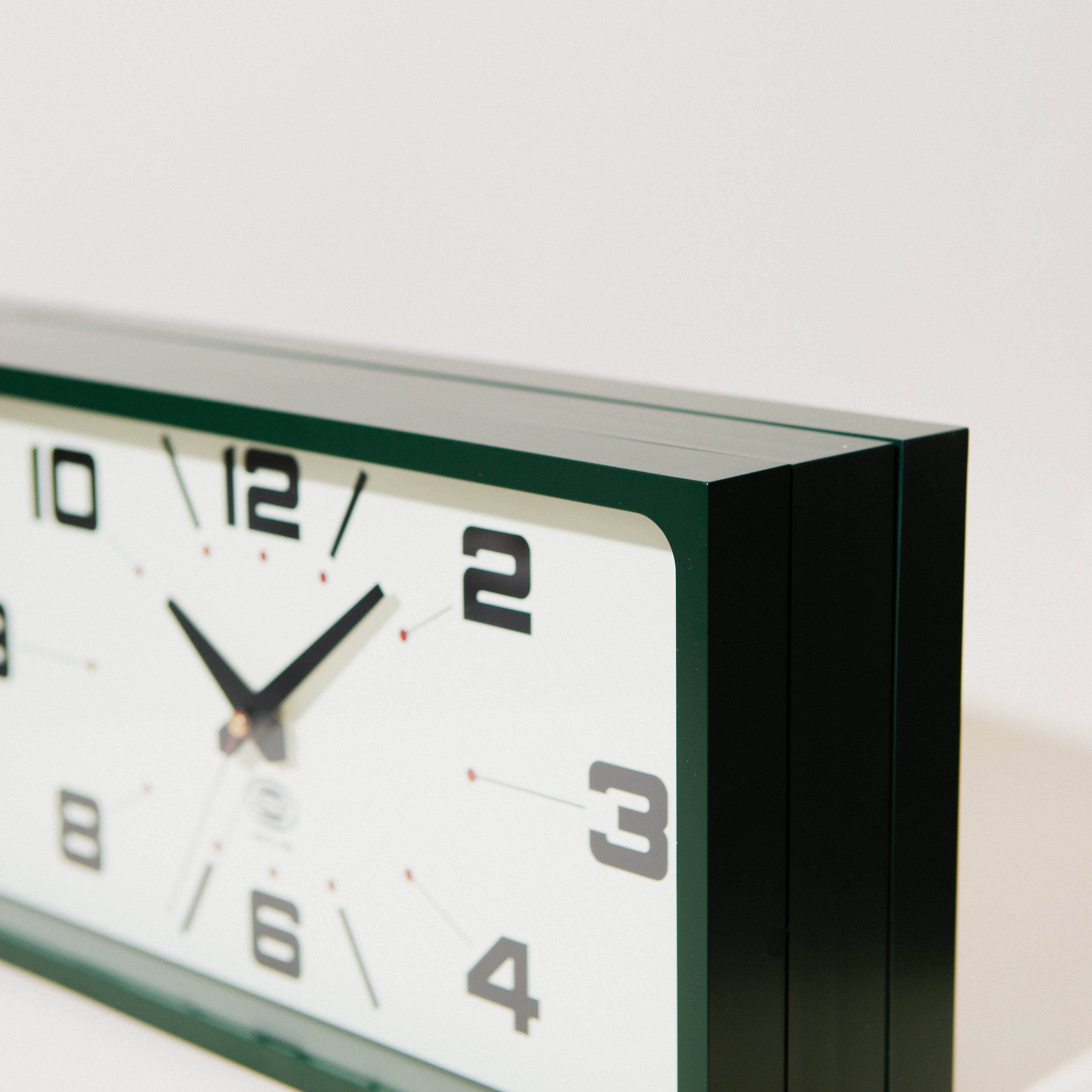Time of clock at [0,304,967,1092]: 11:07
